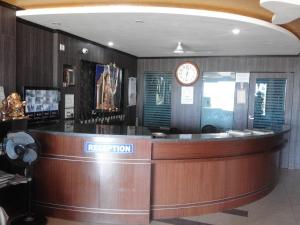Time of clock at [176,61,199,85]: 12:32
